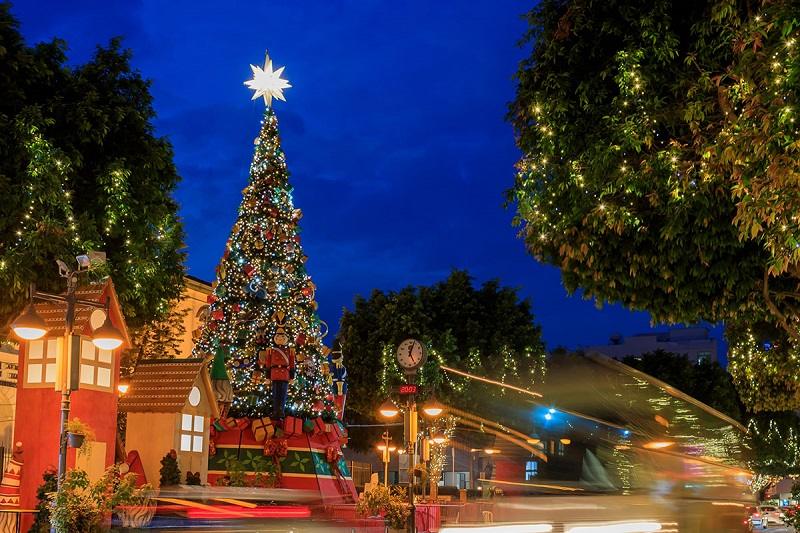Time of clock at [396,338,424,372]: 5:03
